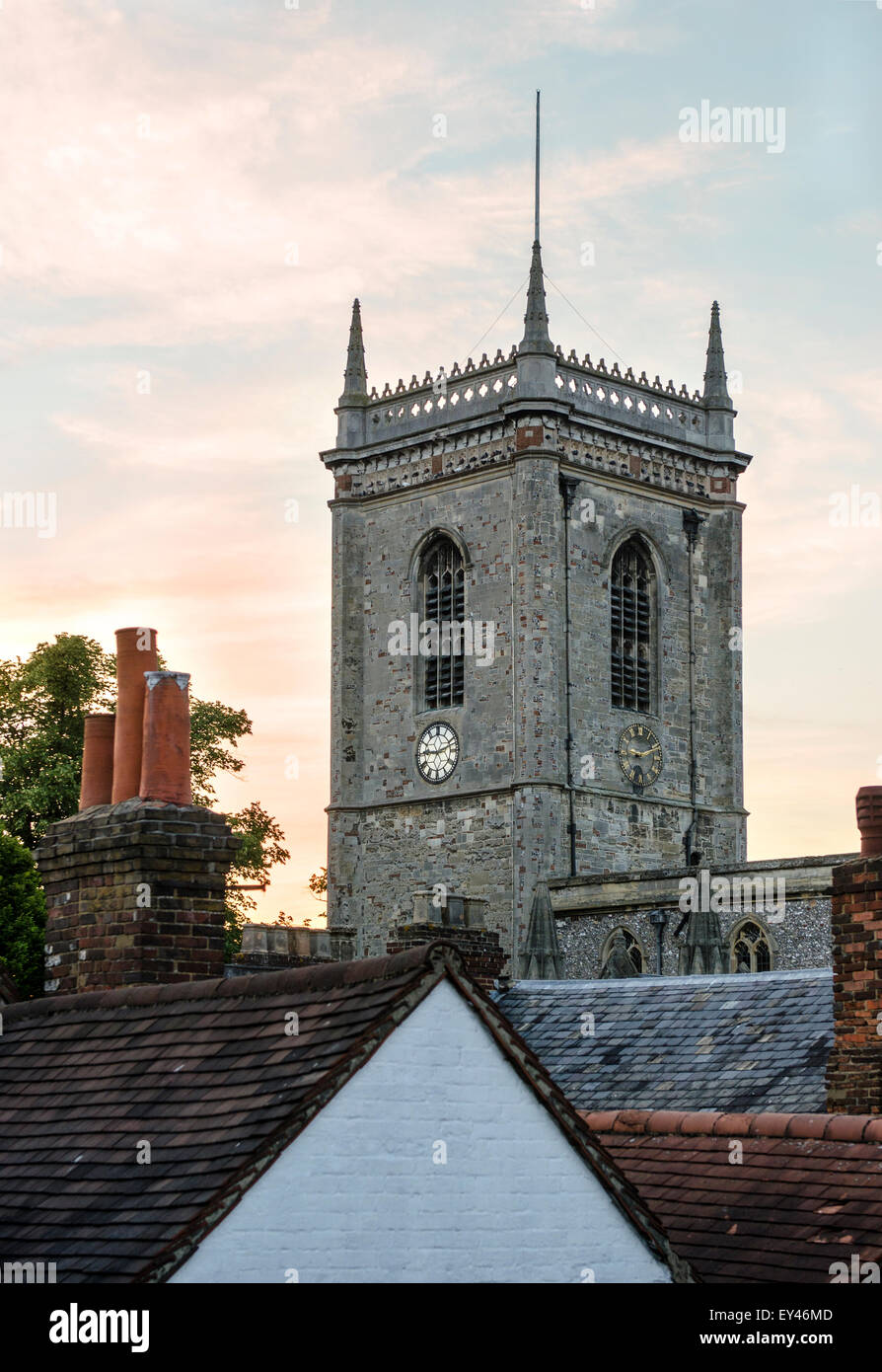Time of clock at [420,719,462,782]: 9:12
